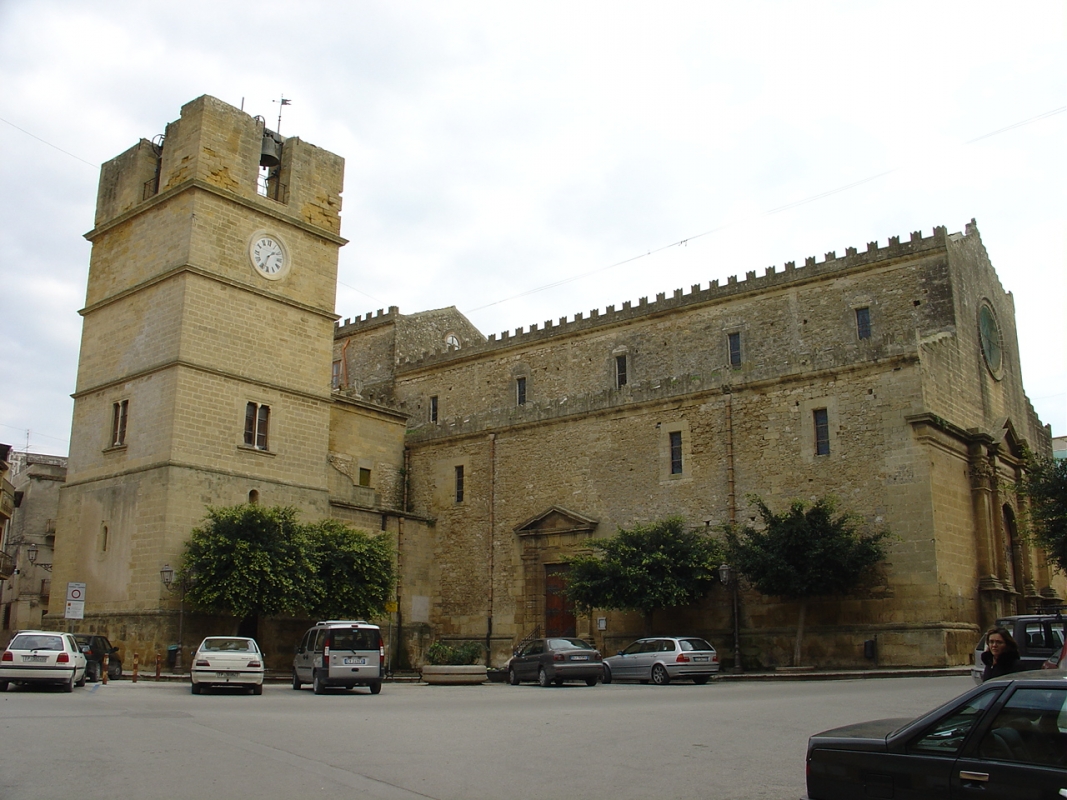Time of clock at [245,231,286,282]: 1:33
